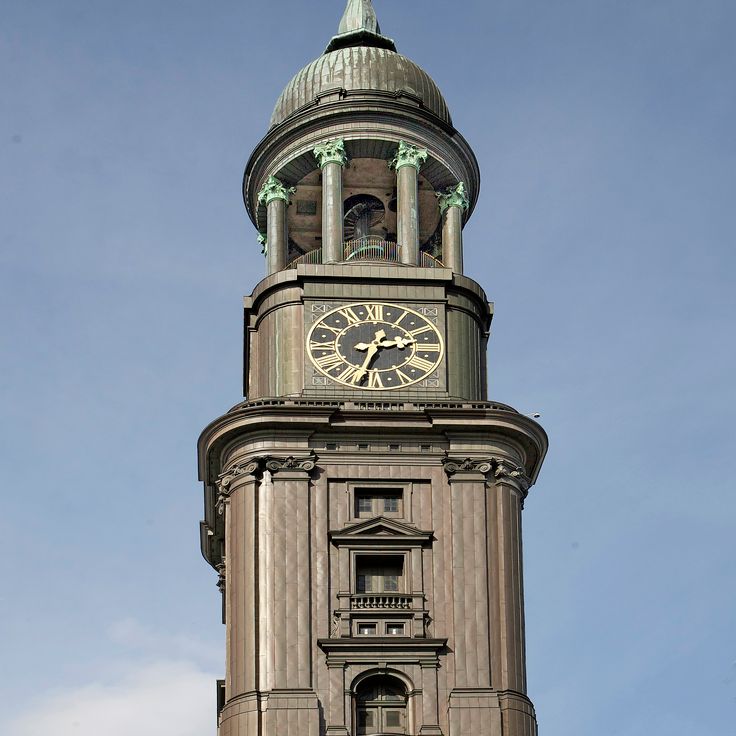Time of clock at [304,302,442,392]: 2:32
